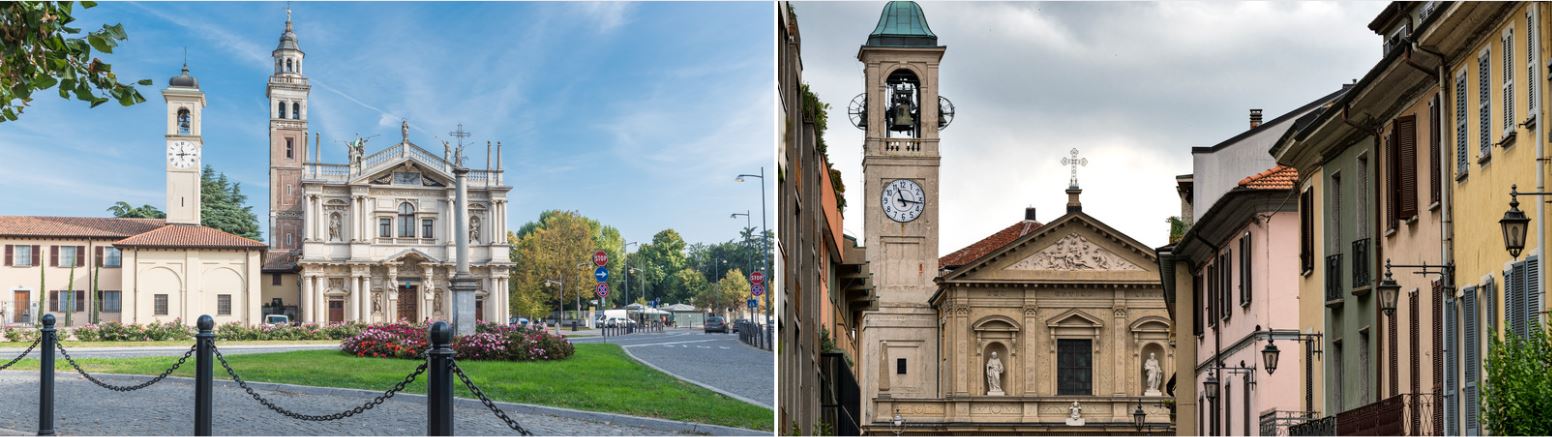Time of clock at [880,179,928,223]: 11:16
